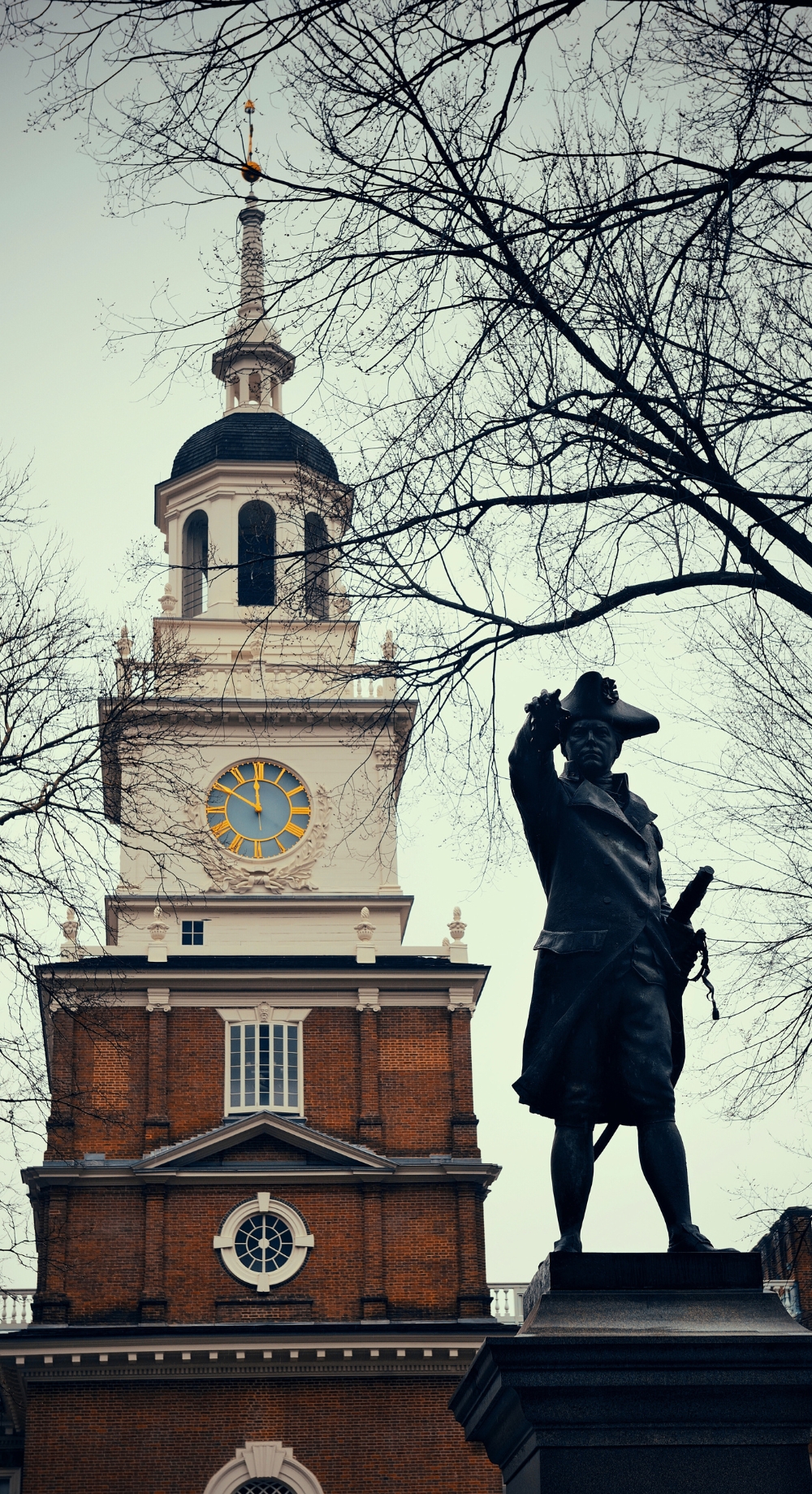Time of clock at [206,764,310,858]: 11:50
